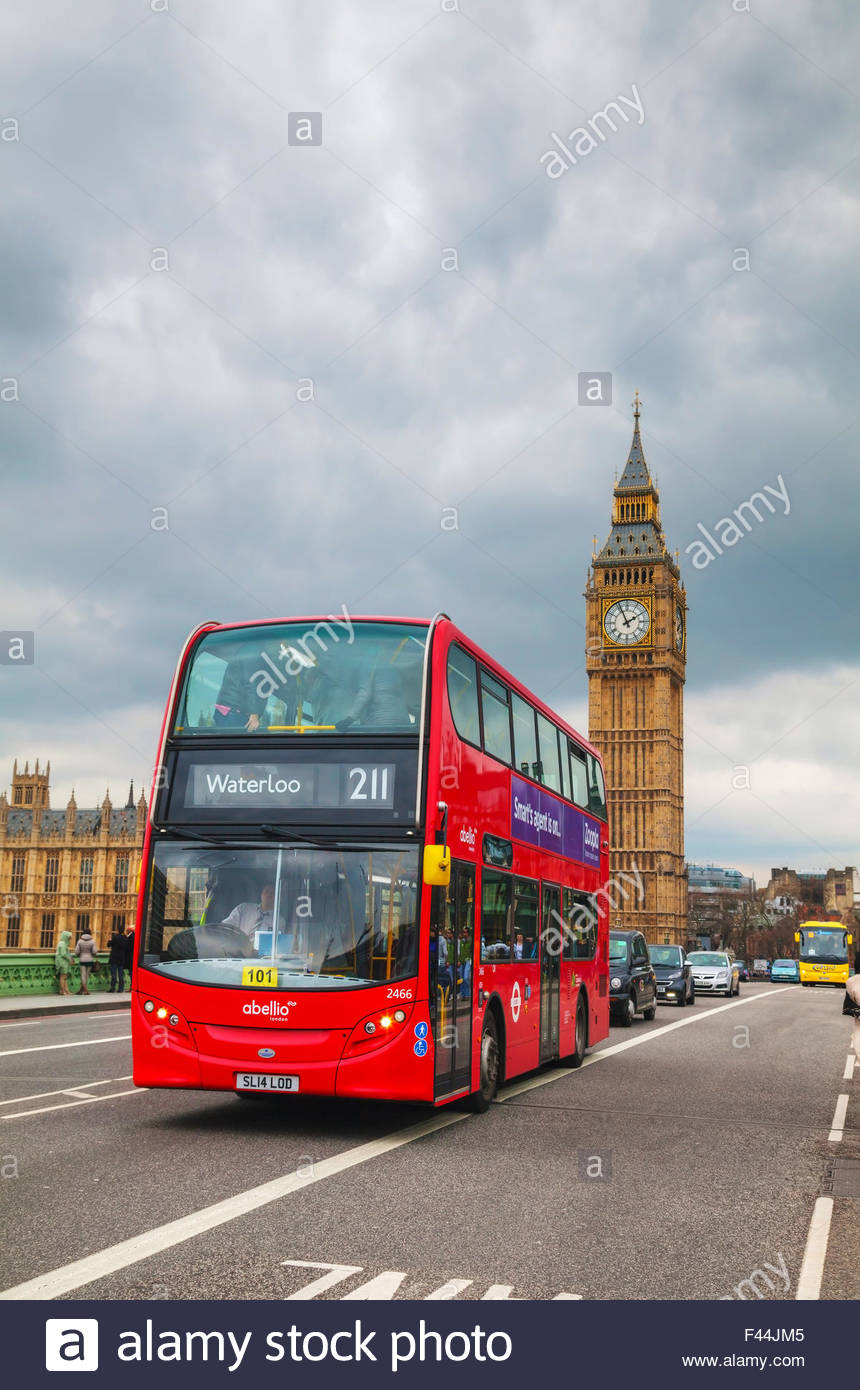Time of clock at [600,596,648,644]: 1:56
